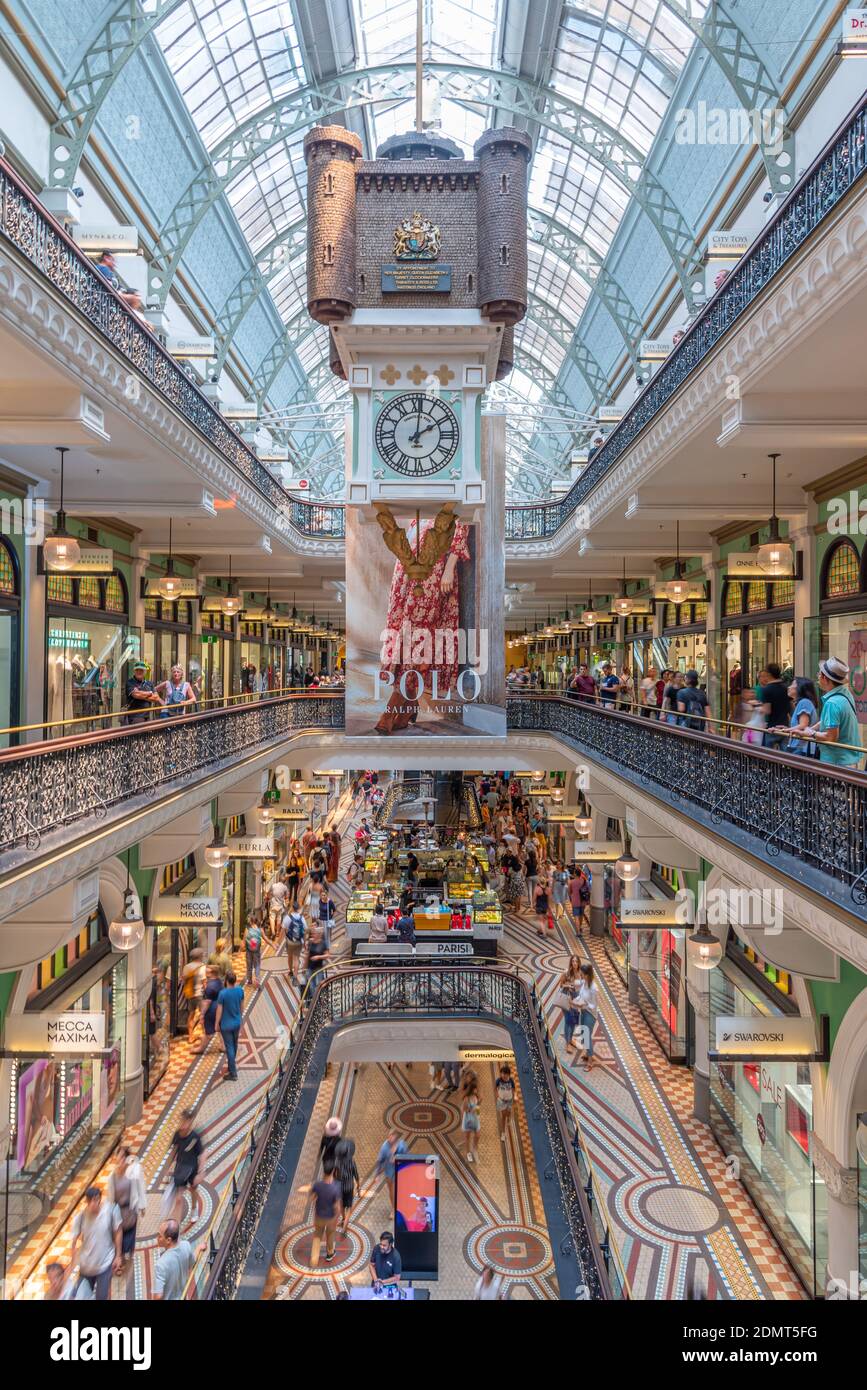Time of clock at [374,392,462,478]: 2:01
